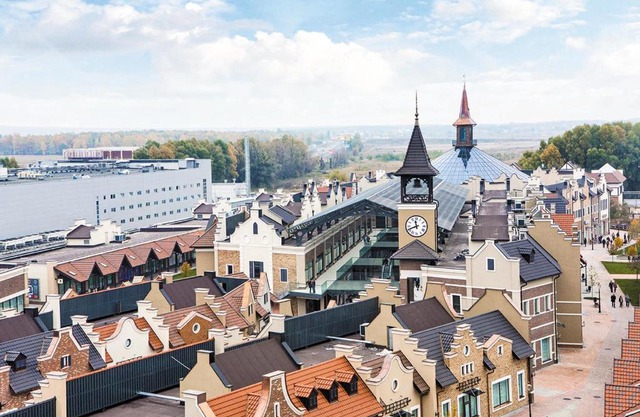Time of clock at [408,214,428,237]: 11:41
